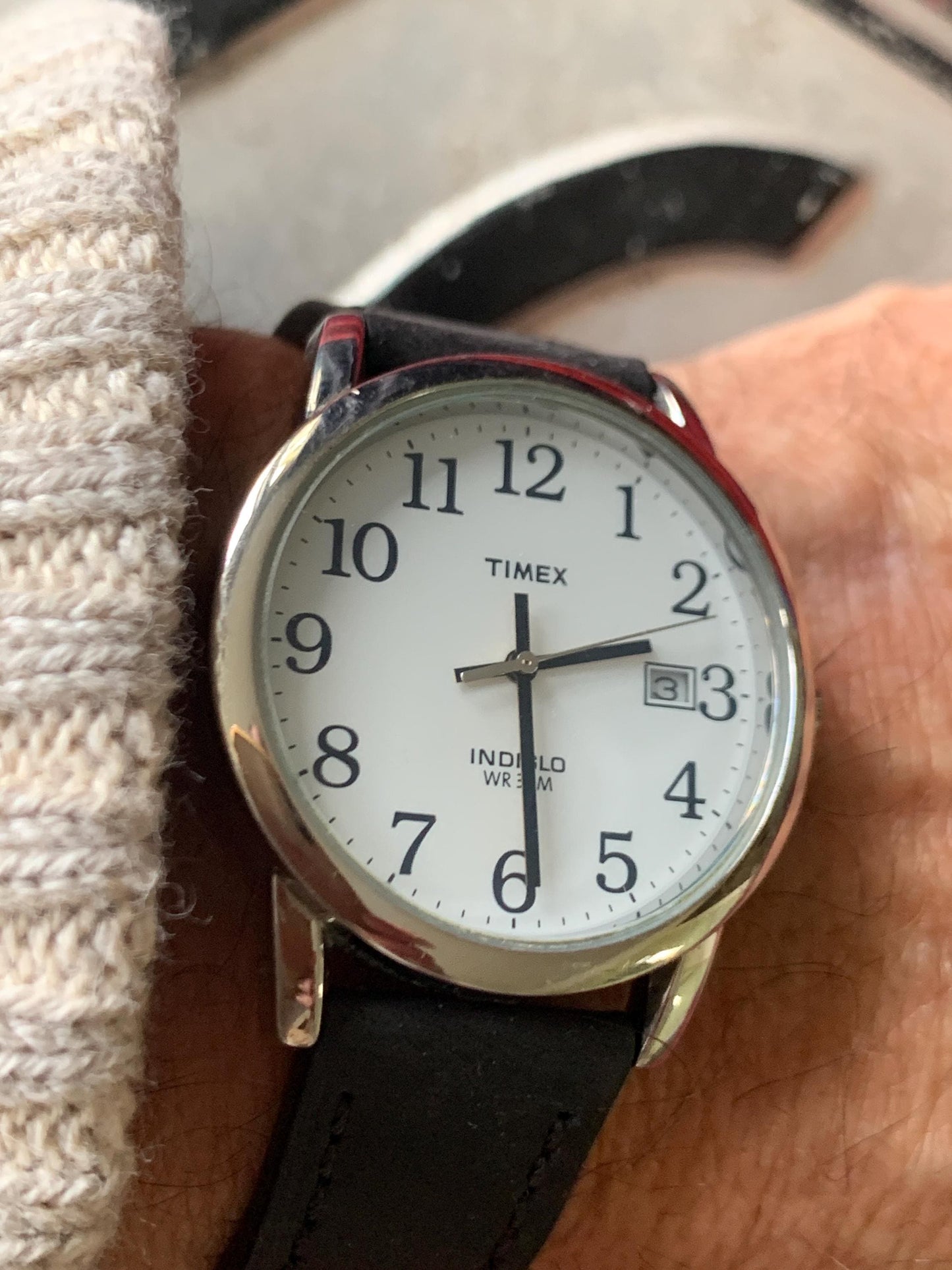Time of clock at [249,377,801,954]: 2:29
